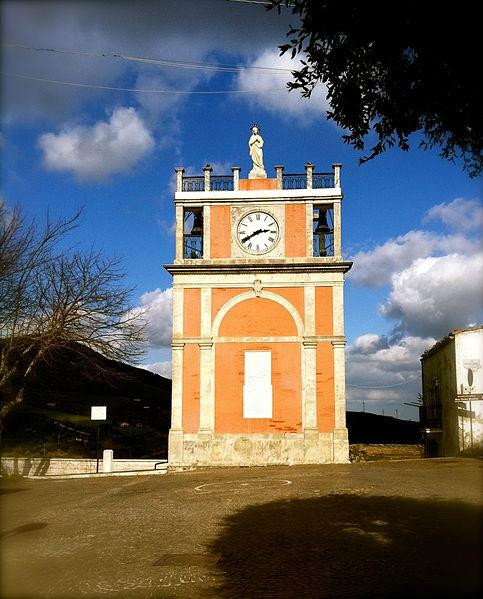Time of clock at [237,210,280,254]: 2:40
